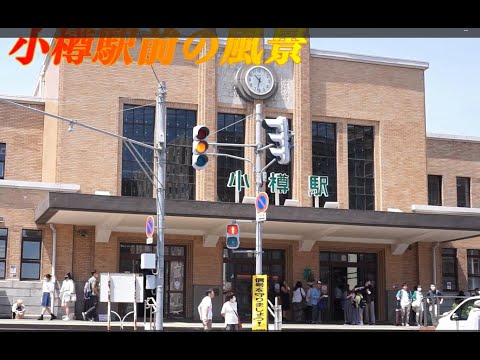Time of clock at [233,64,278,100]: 10:32
